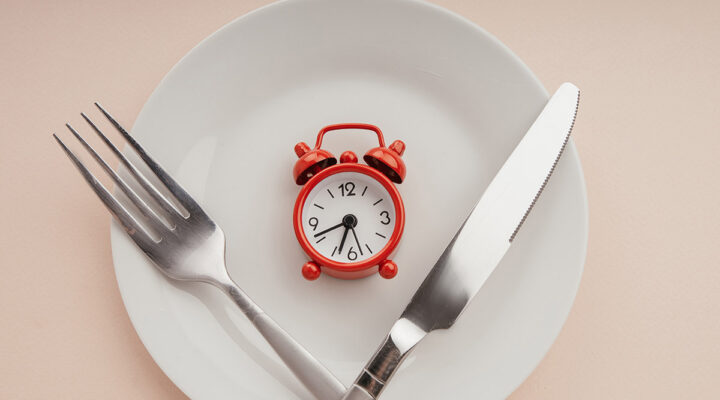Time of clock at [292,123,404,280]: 6:41
